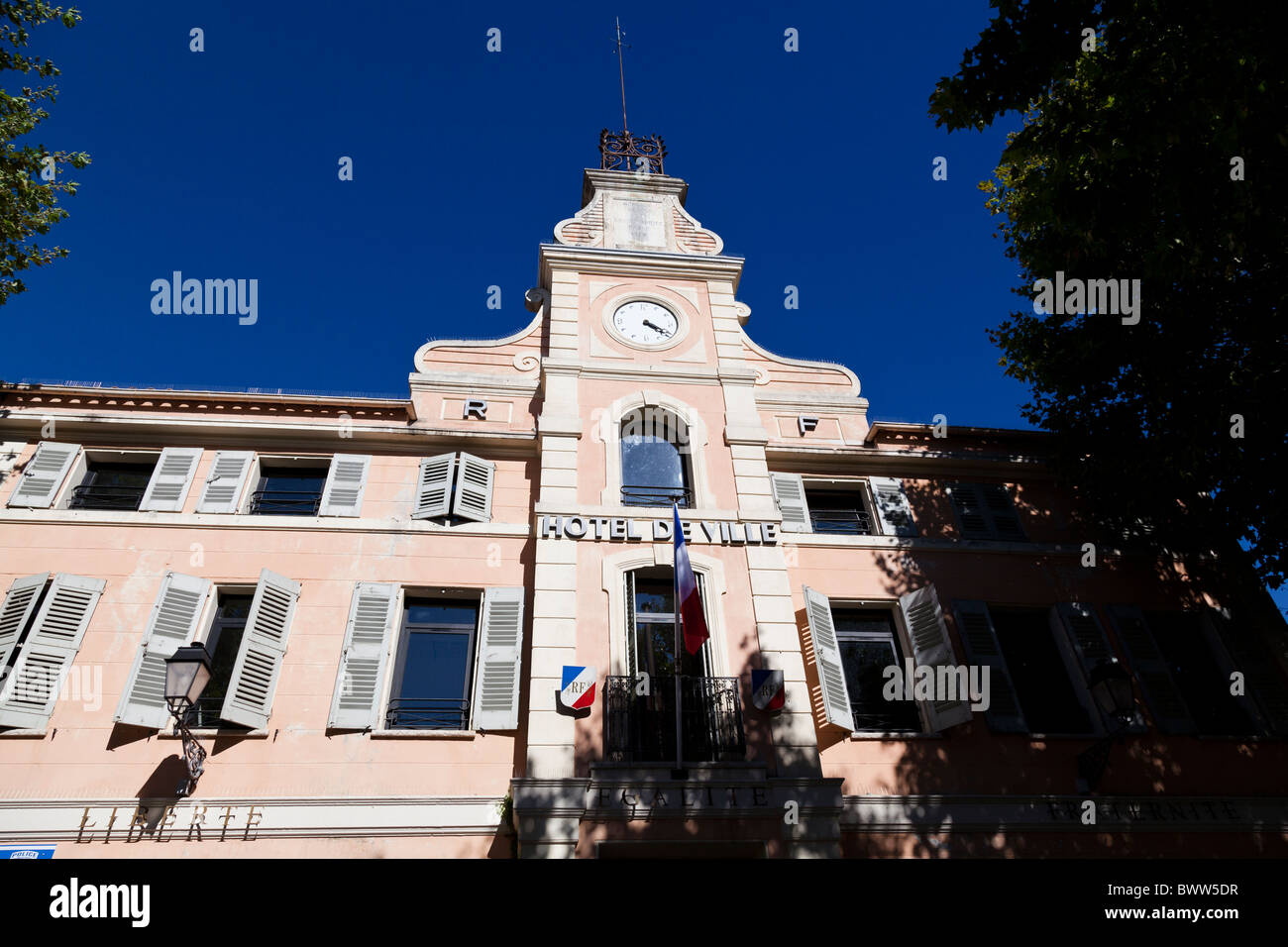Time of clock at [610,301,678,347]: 4:20
